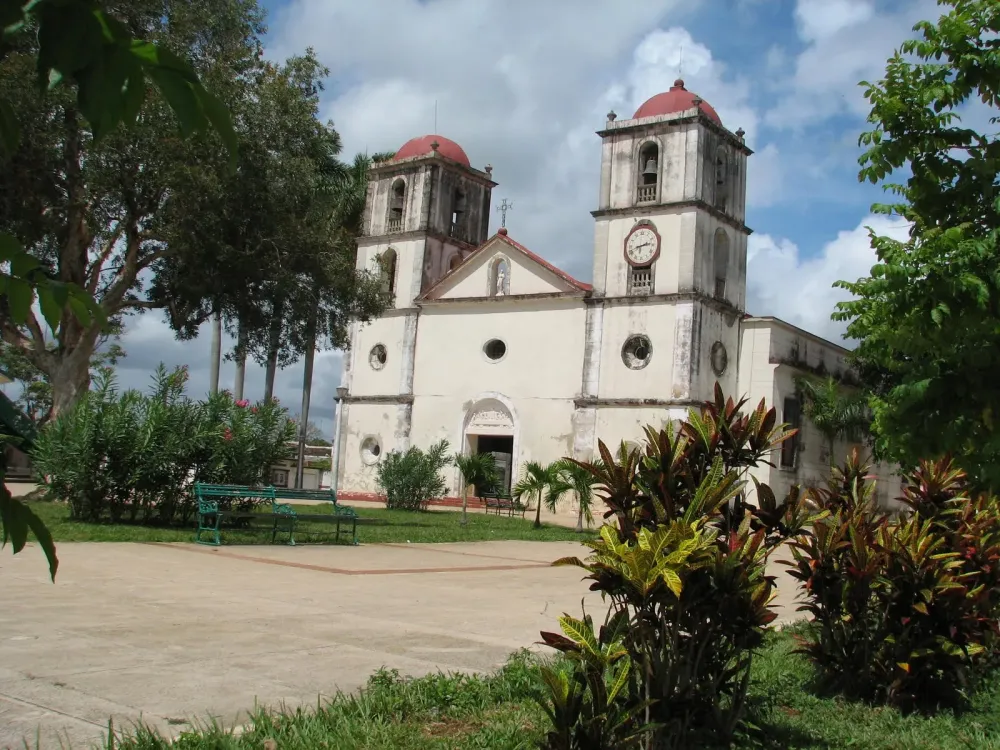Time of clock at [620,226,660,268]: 2:42
